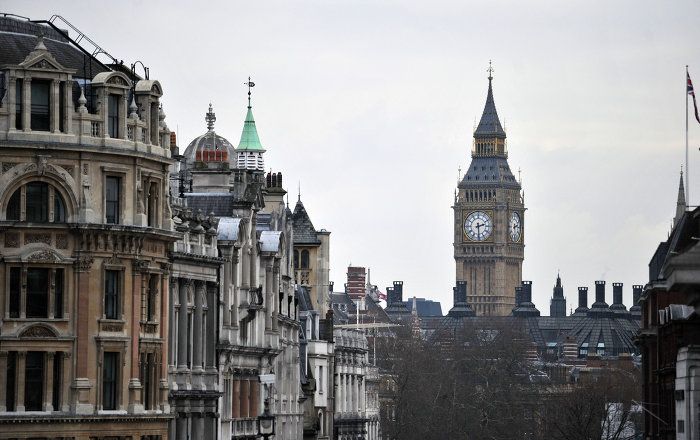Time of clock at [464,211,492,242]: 2:29
